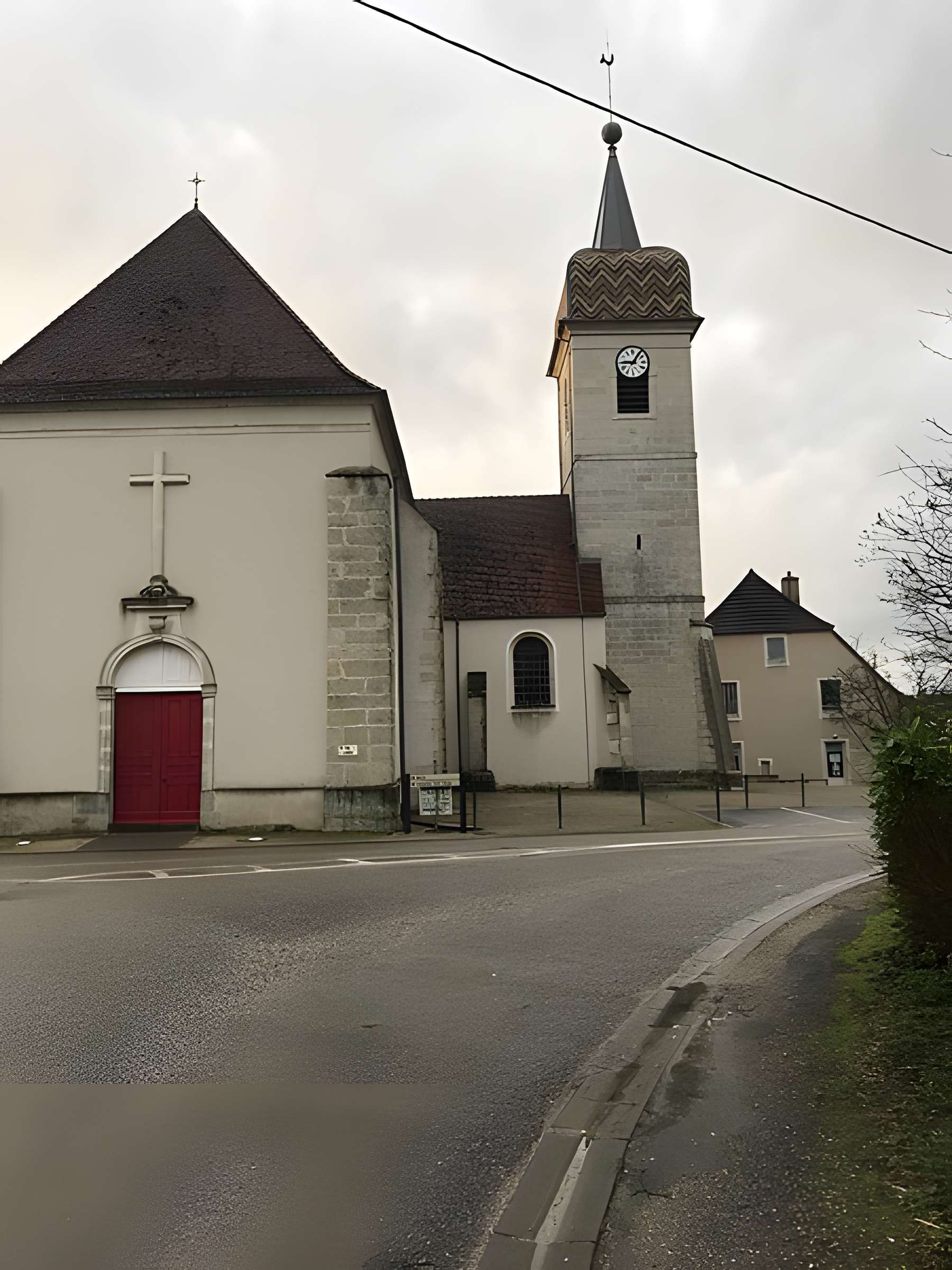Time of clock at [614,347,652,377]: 9:05
